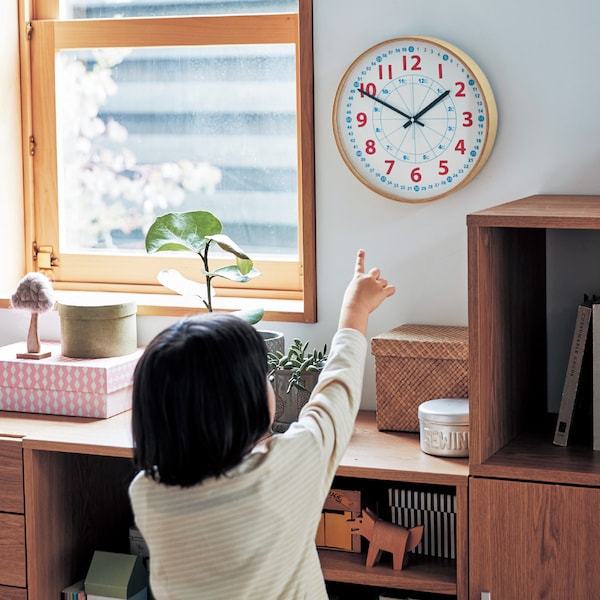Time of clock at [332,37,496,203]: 1:49
